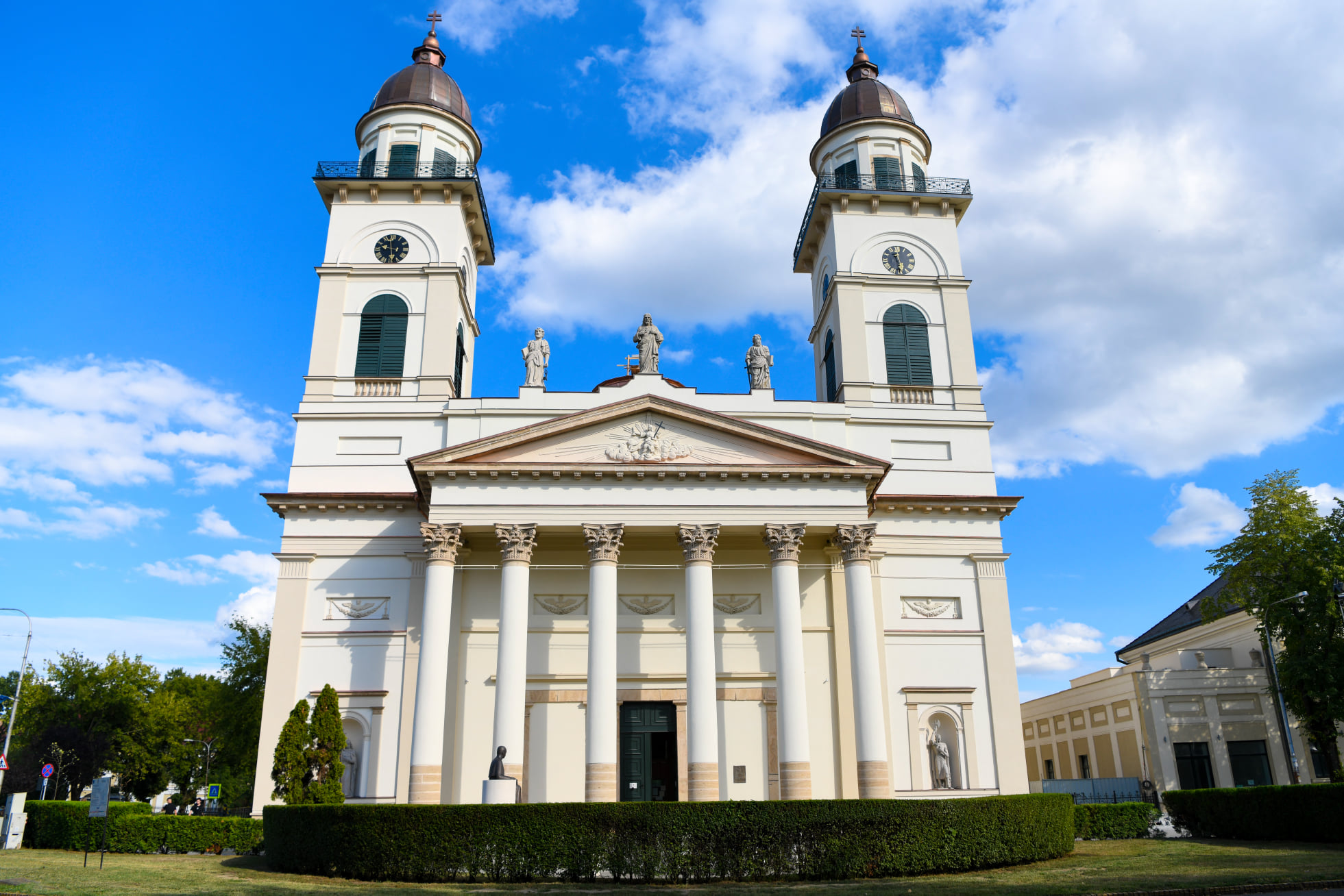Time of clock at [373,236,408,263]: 9:28
